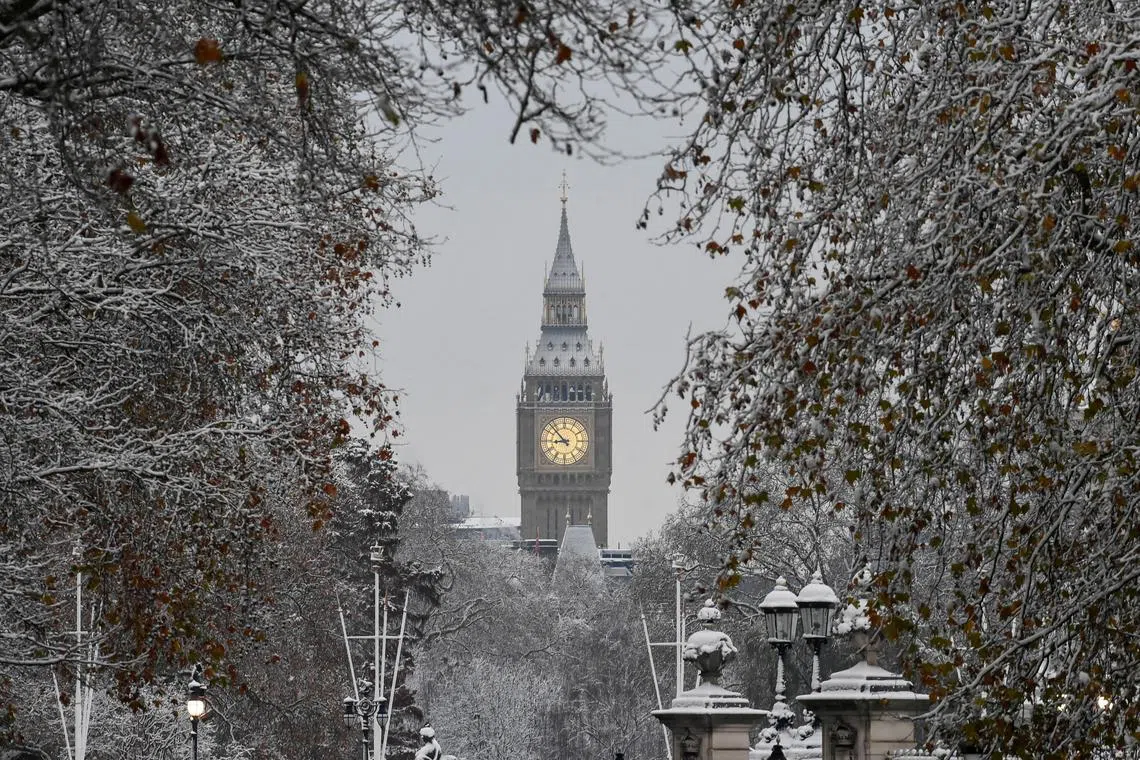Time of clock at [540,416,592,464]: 8:52
